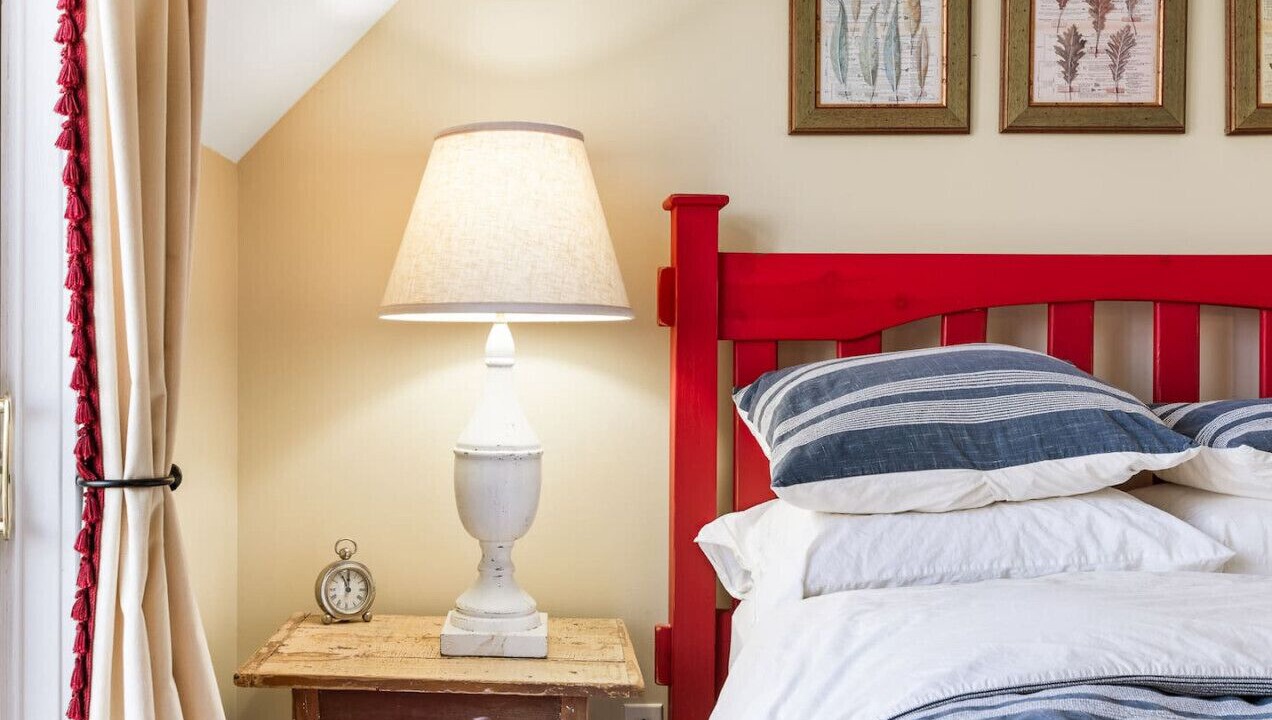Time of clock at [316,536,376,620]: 11:55
